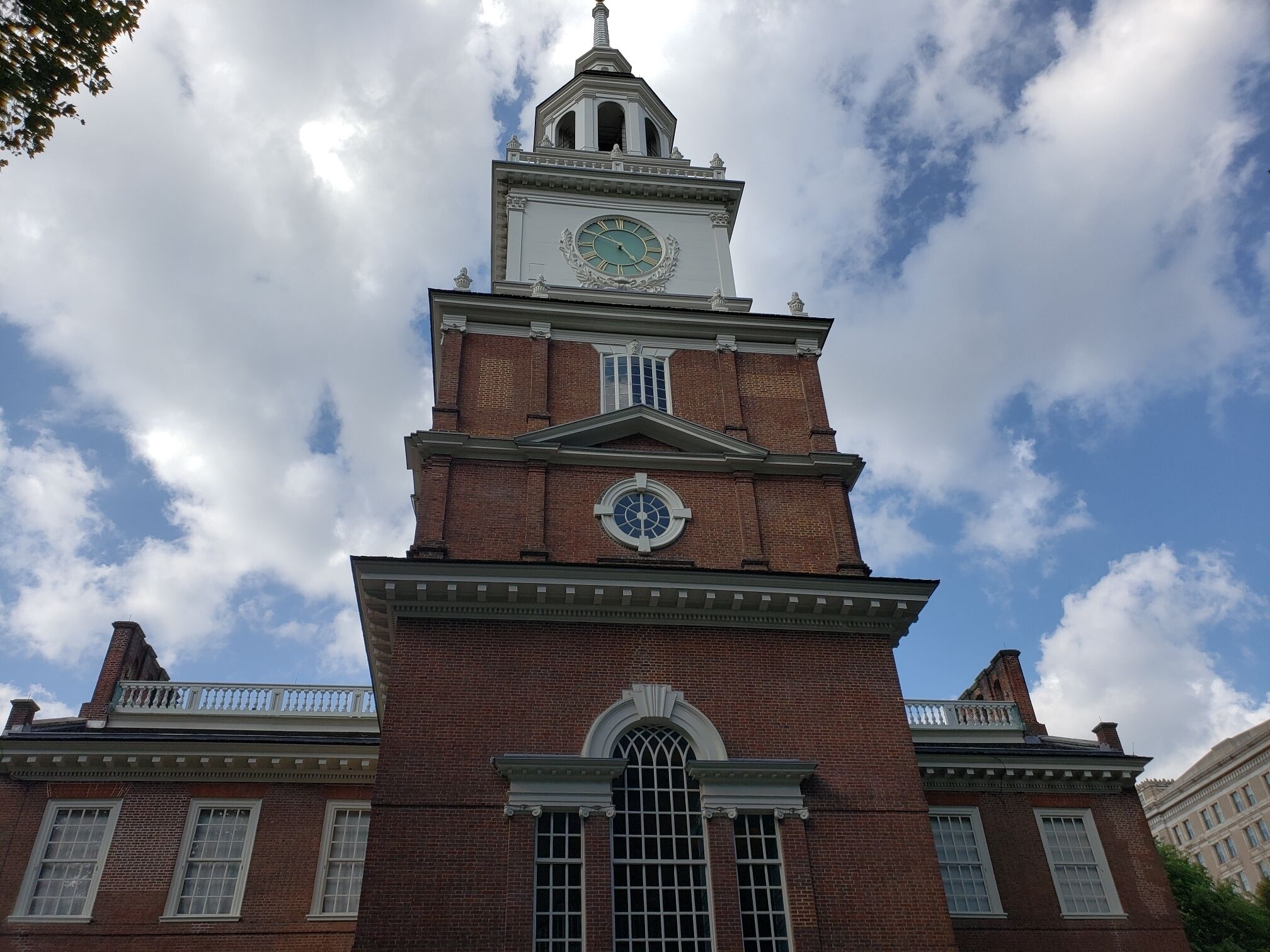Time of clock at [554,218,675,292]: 4:50
